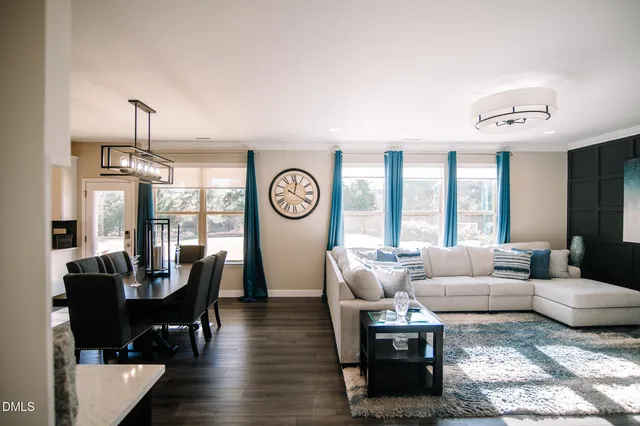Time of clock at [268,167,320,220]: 12:20
